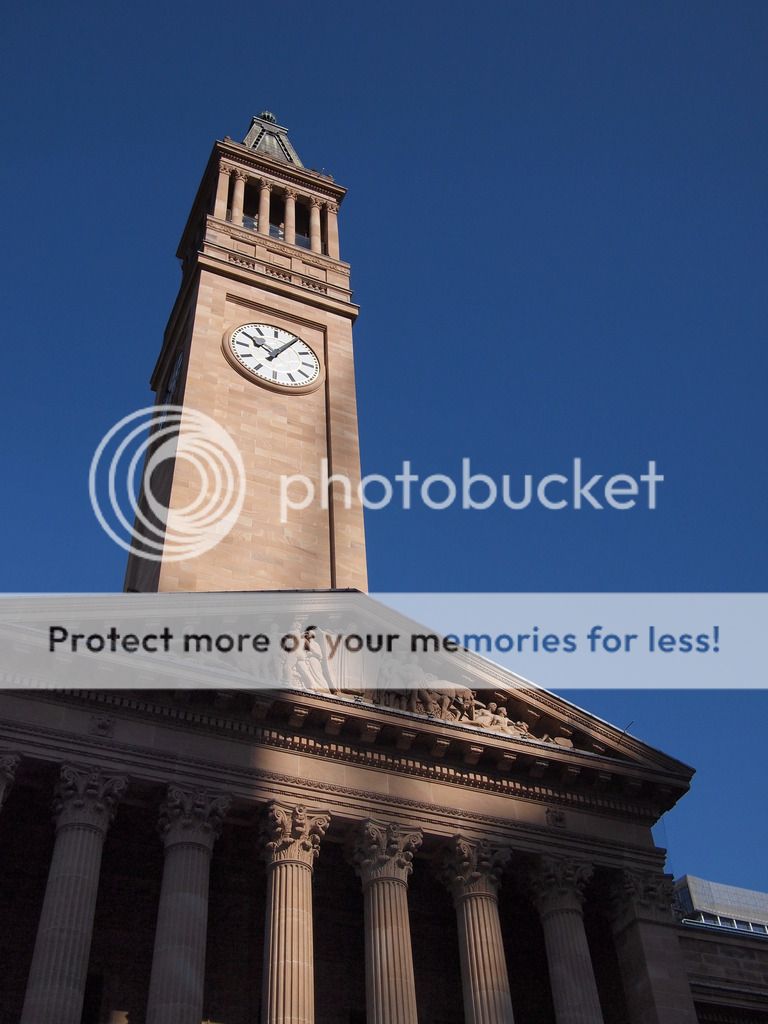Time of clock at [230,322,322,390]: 10:05
